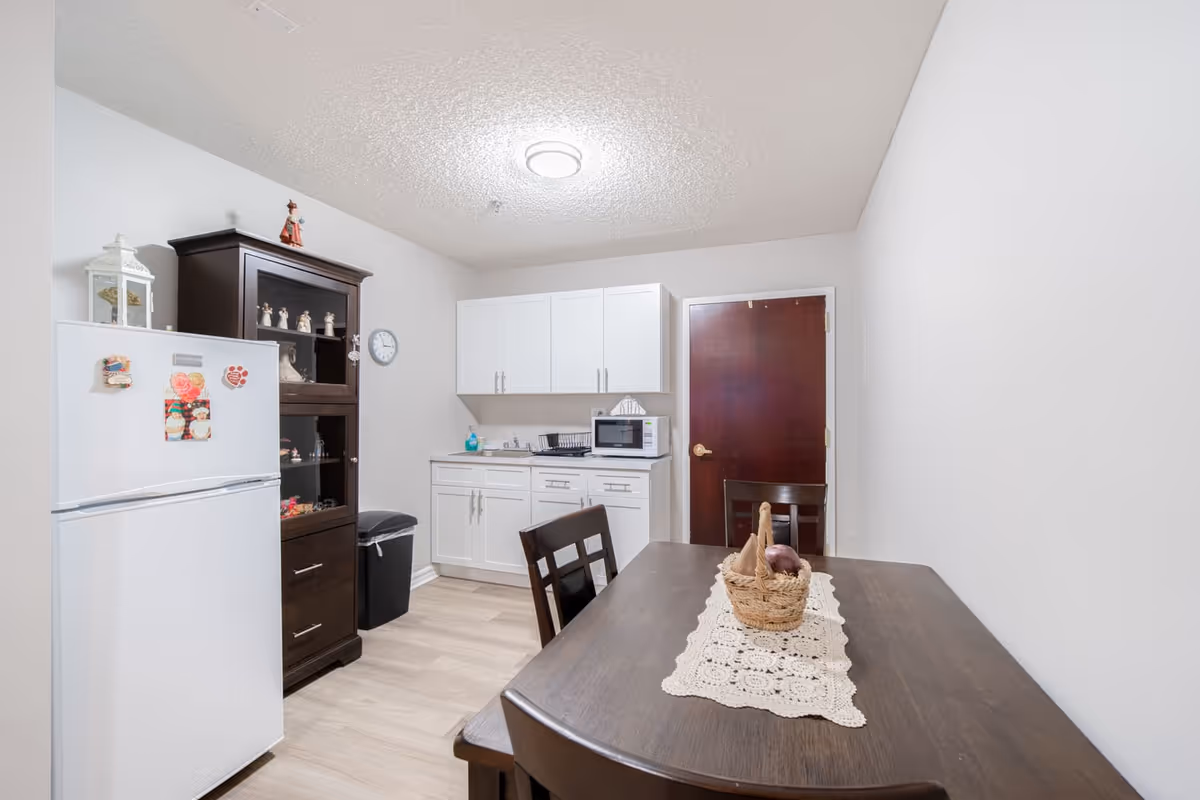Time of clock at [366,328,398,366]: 2:56
